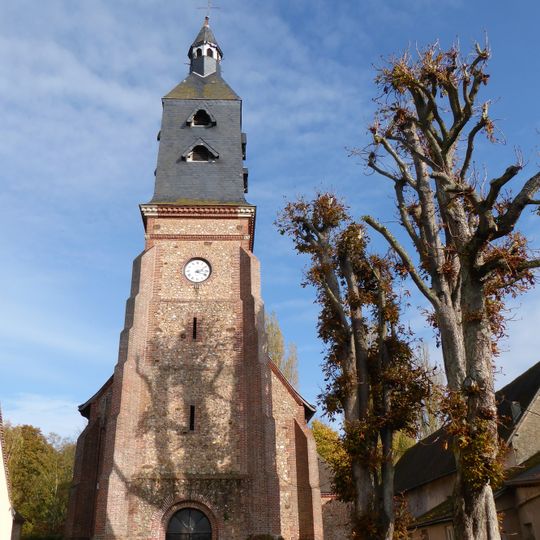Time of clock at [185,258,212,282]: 2:18
